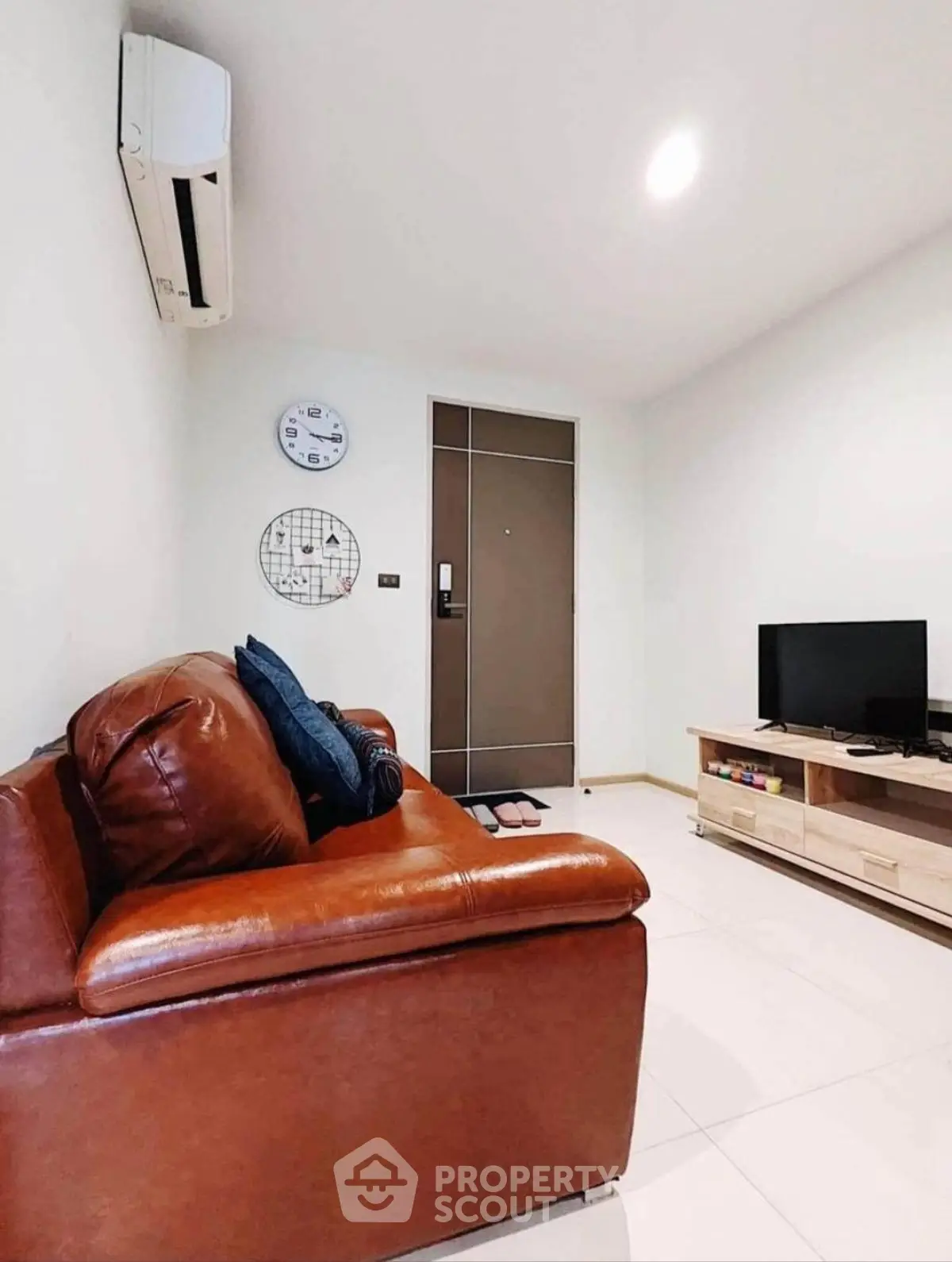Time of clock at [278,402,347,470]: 3:15
